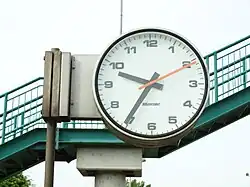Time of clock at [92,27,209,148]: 9:35
